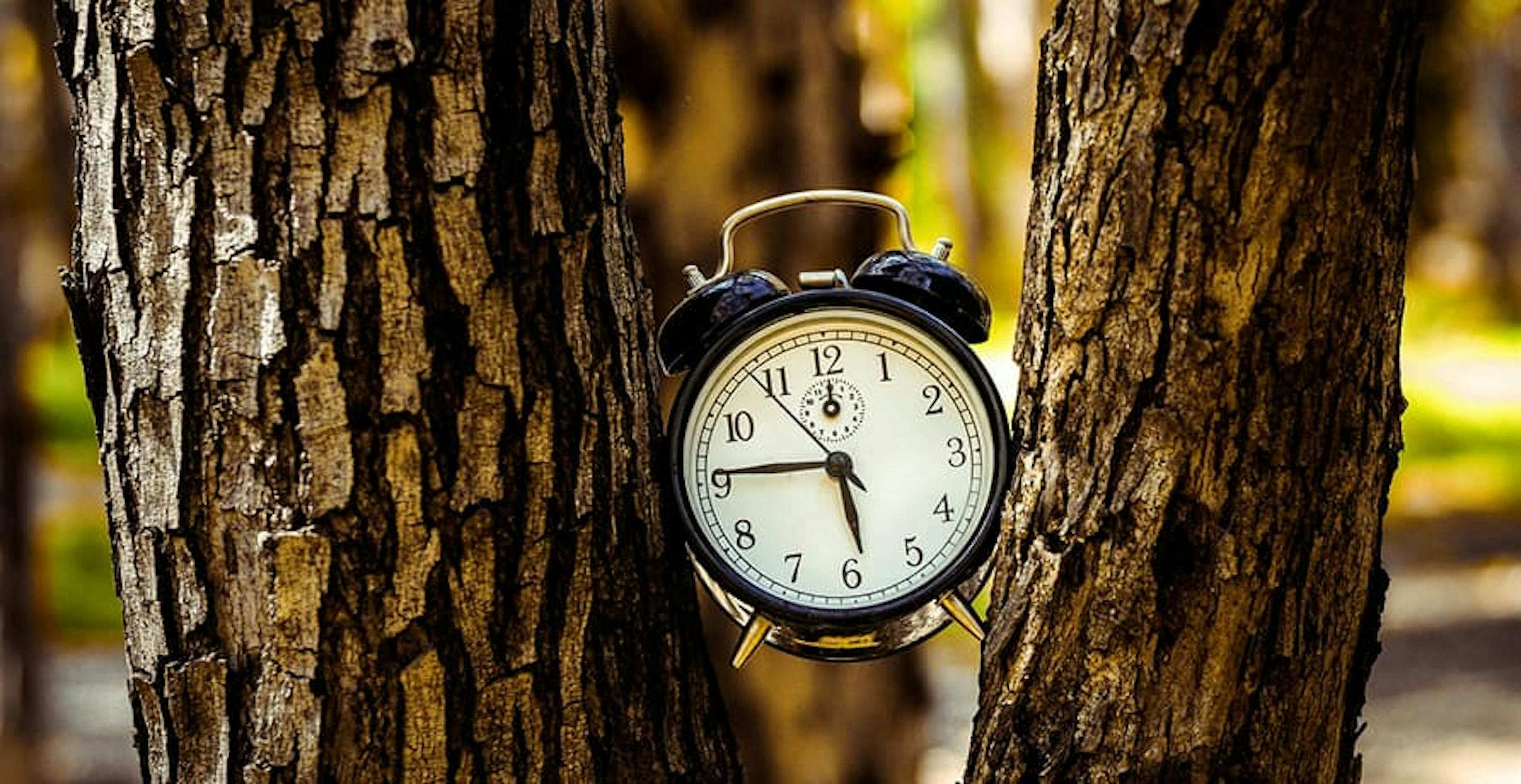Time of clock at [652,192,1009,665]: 5:45
